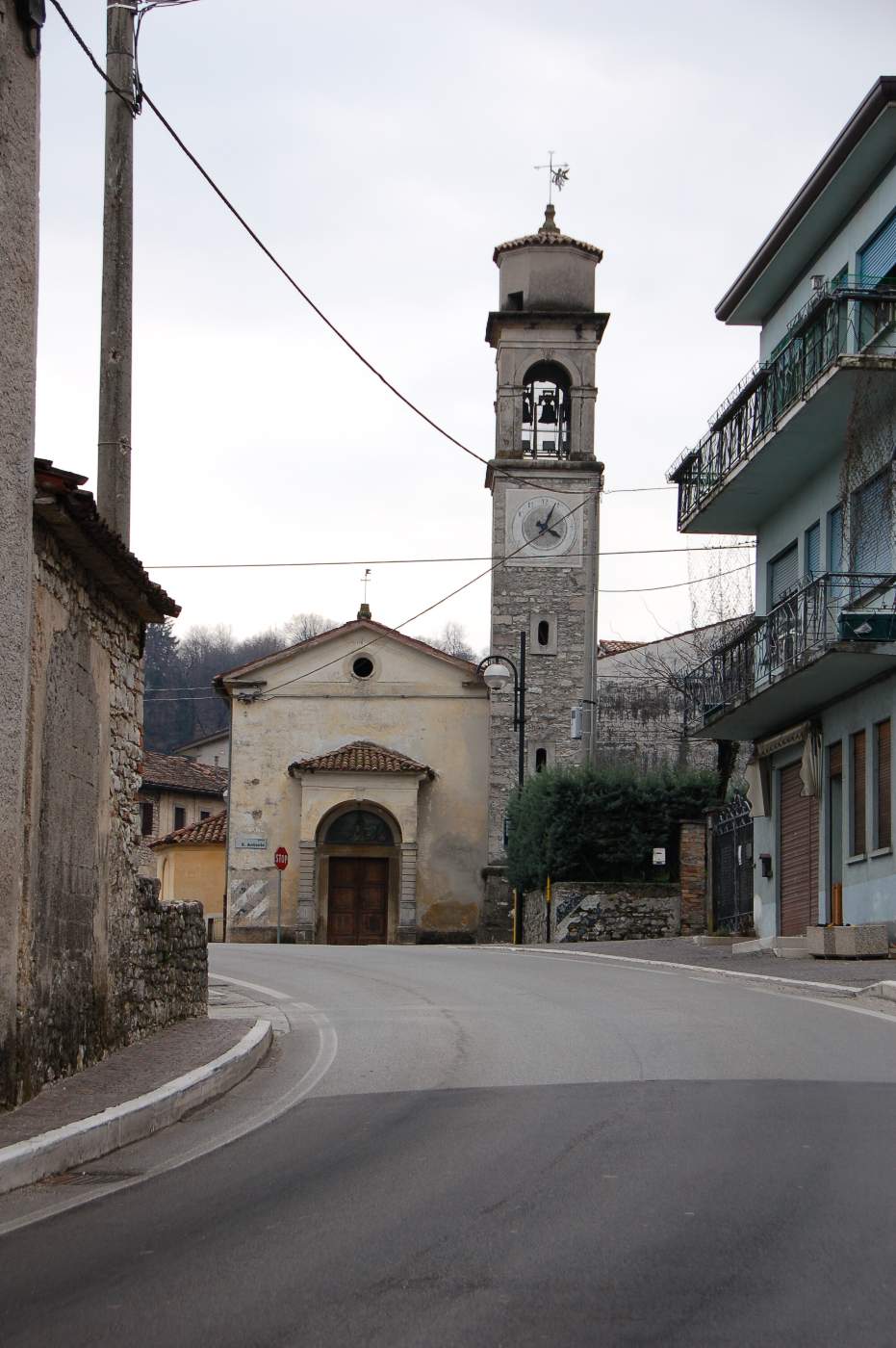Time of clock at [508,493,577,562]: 4:04
